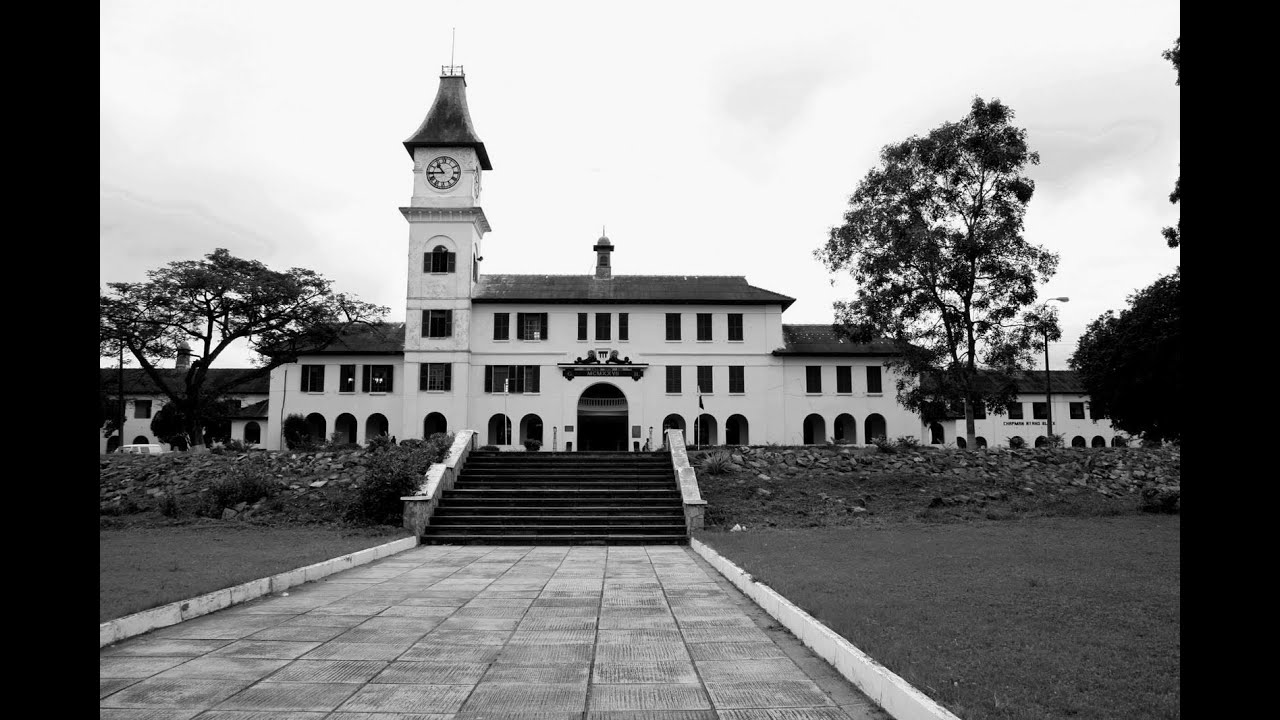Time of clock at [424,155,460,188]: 10:44
